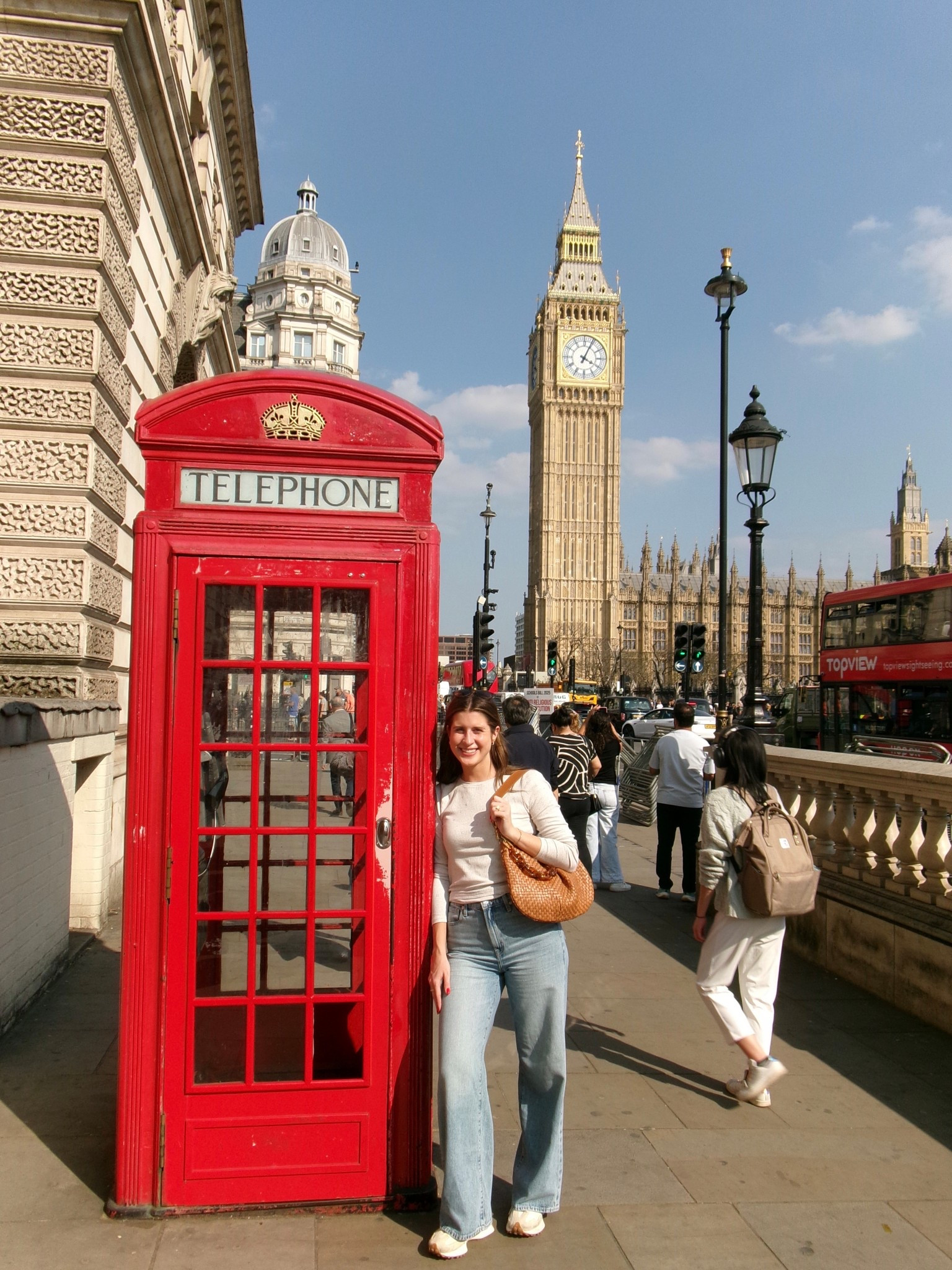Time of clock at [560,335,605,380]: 4:04
